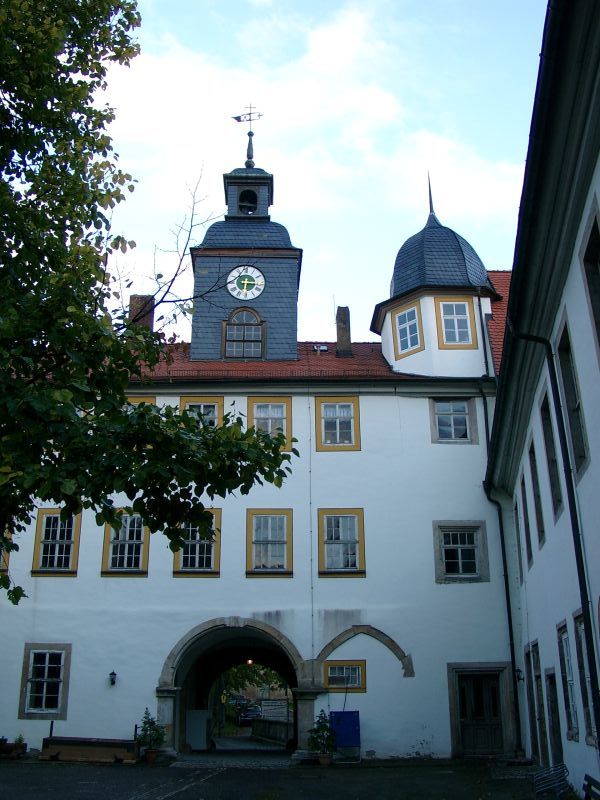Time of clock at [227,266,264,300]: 6:15
